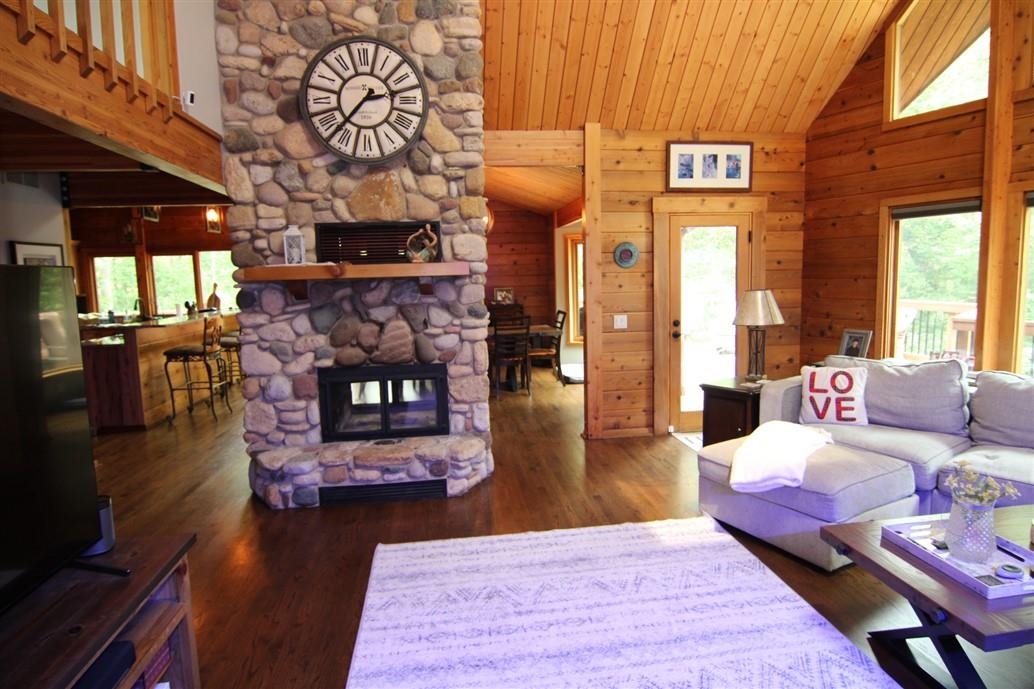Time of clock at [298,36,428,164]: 2:37
